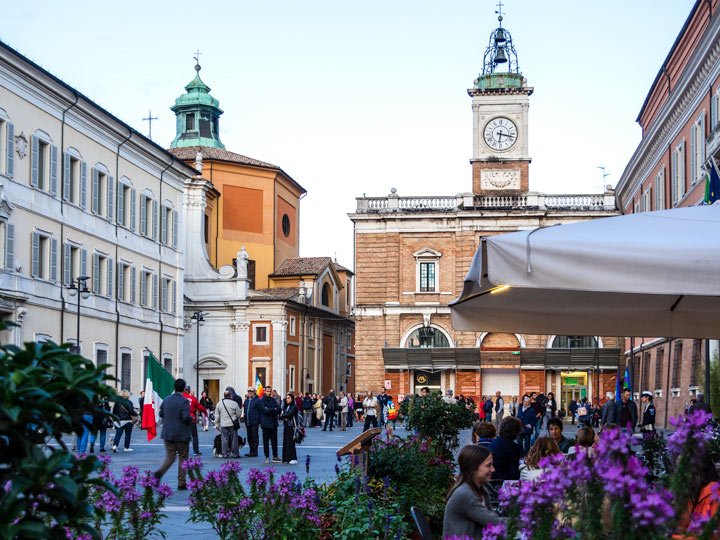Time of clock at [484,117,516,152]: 6:17
